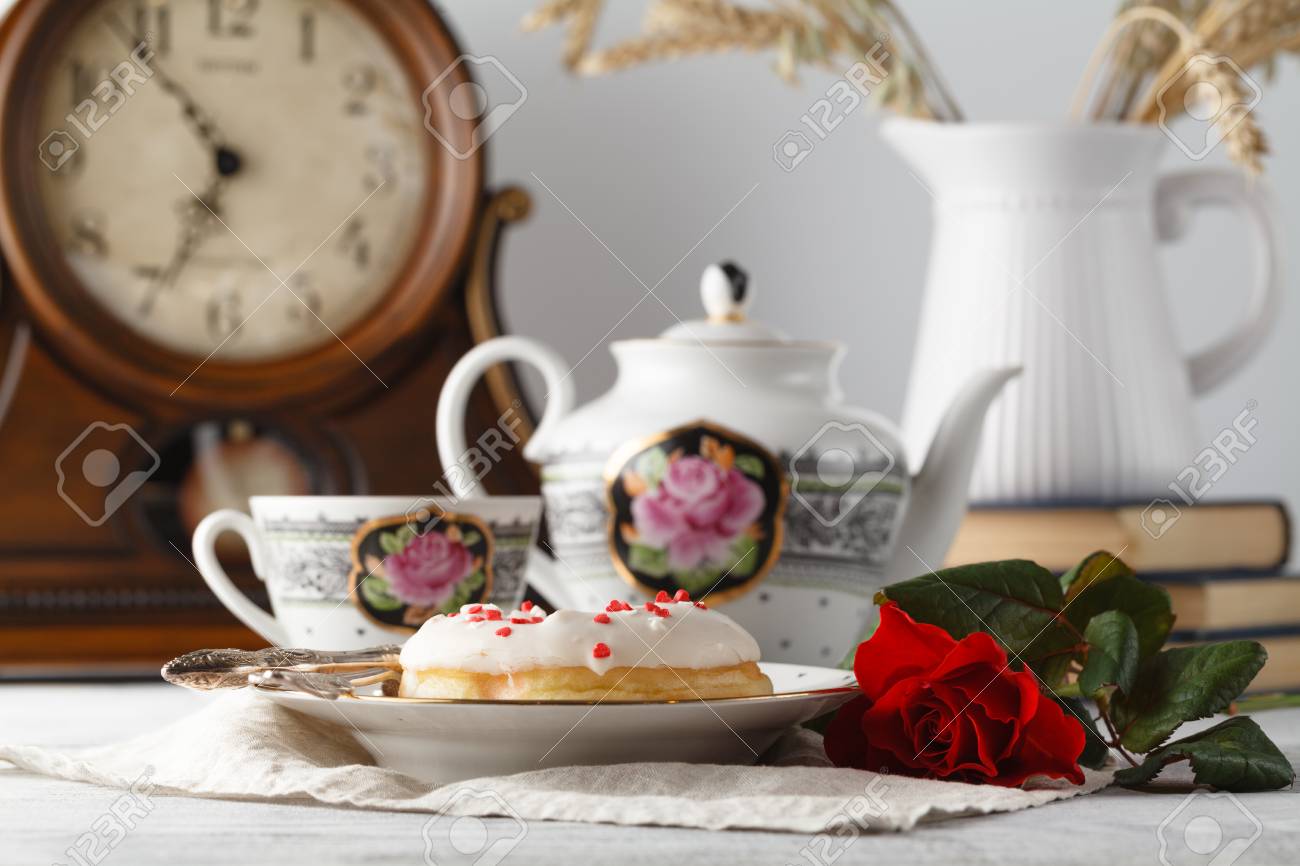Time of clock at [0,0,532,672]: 6:53
